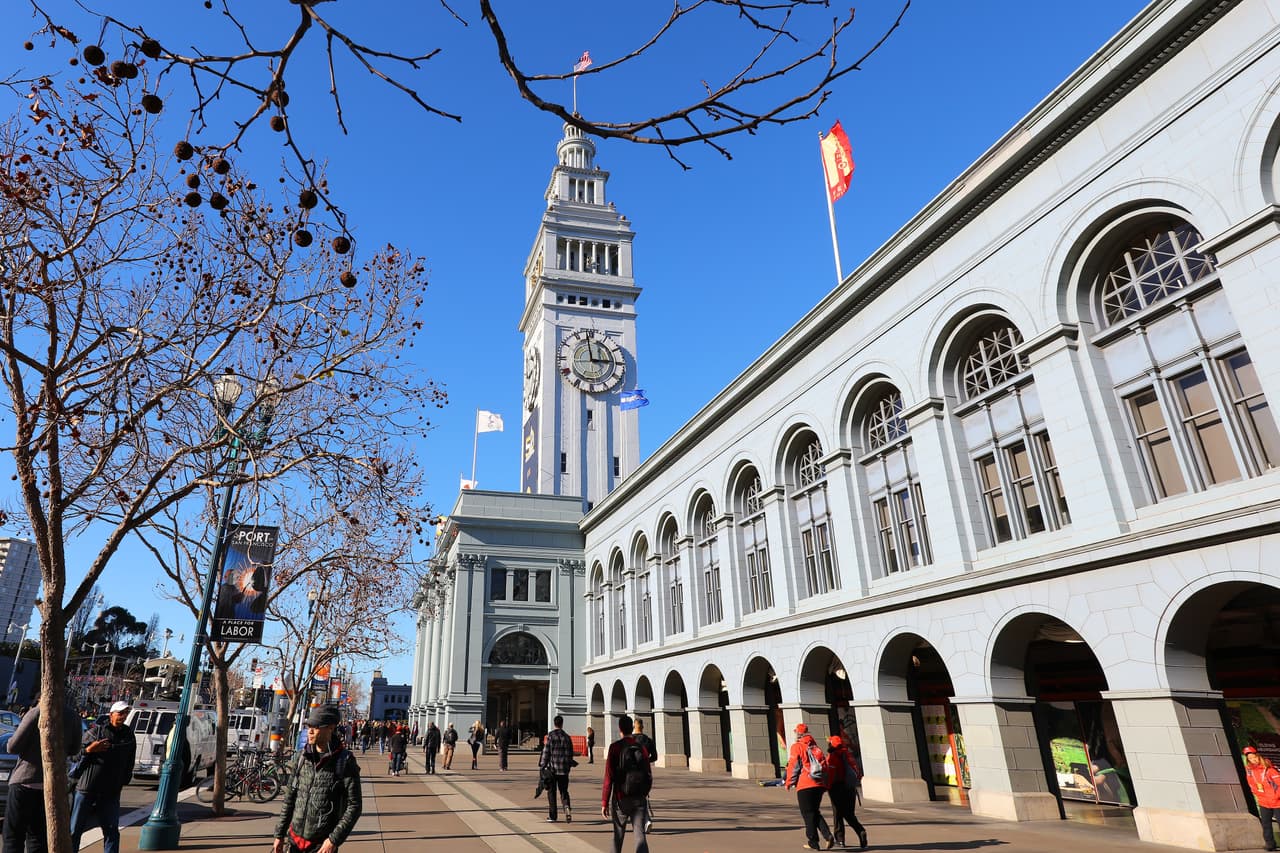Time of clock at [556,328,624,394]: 2:58
